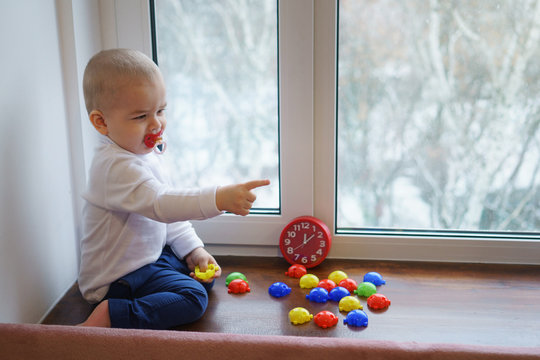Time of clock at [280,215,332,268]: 12:07
